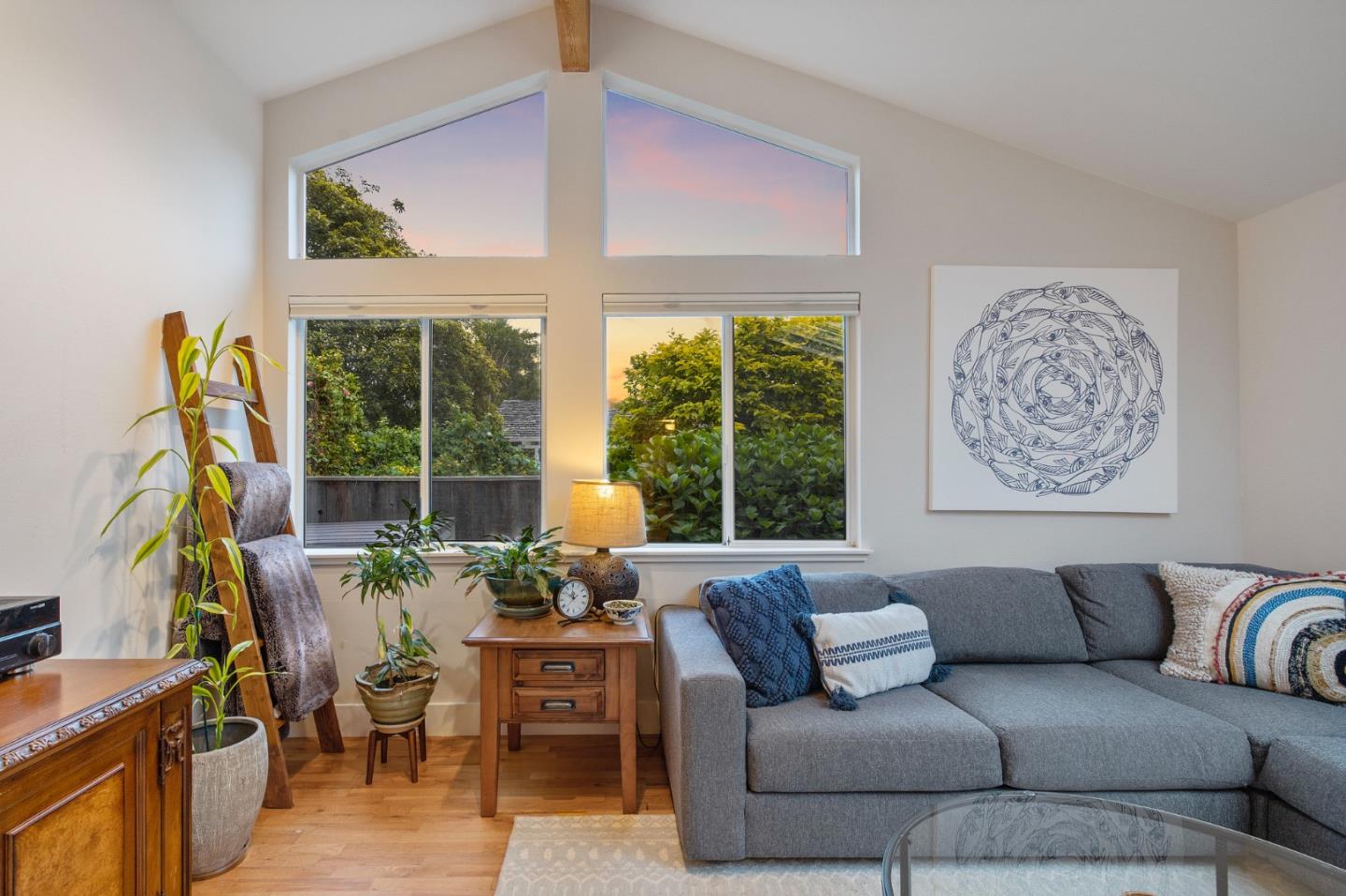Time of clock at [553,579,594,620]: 11:51
